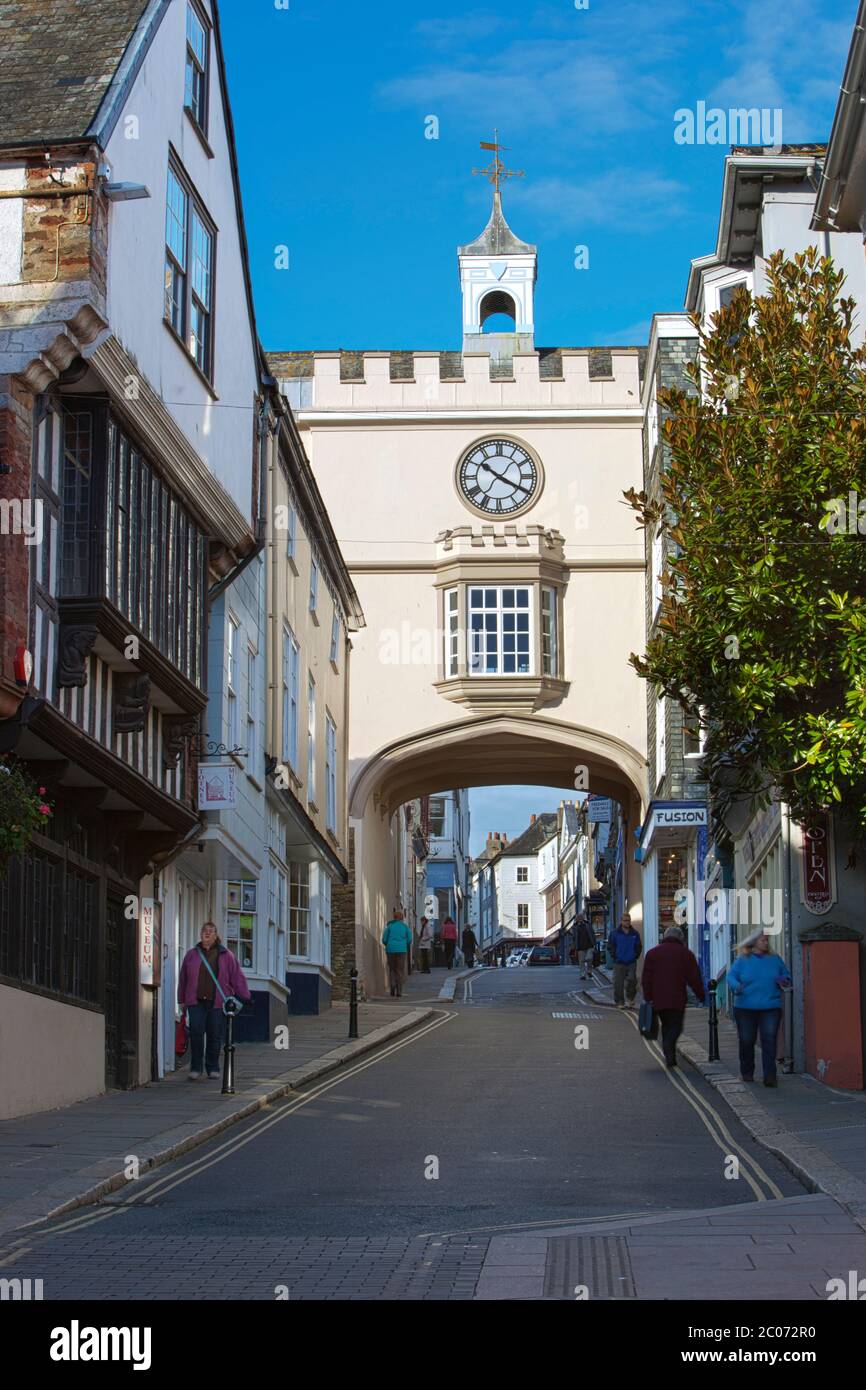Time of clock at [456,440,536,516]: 10:19
